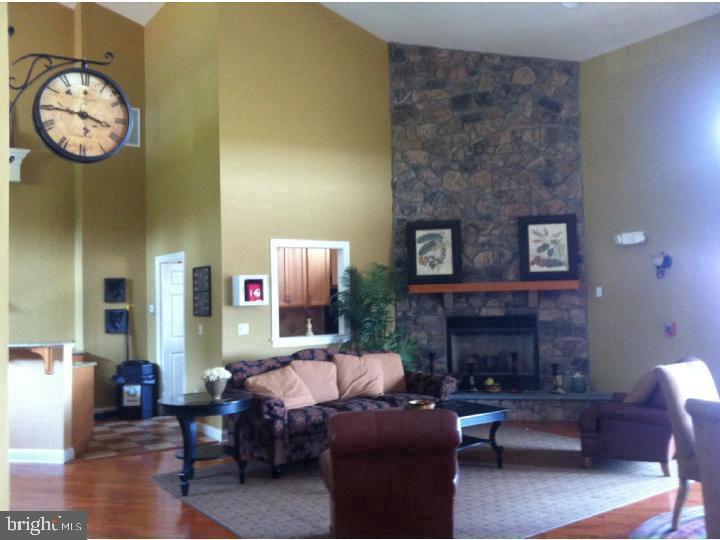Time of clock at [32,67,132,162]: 3:45
